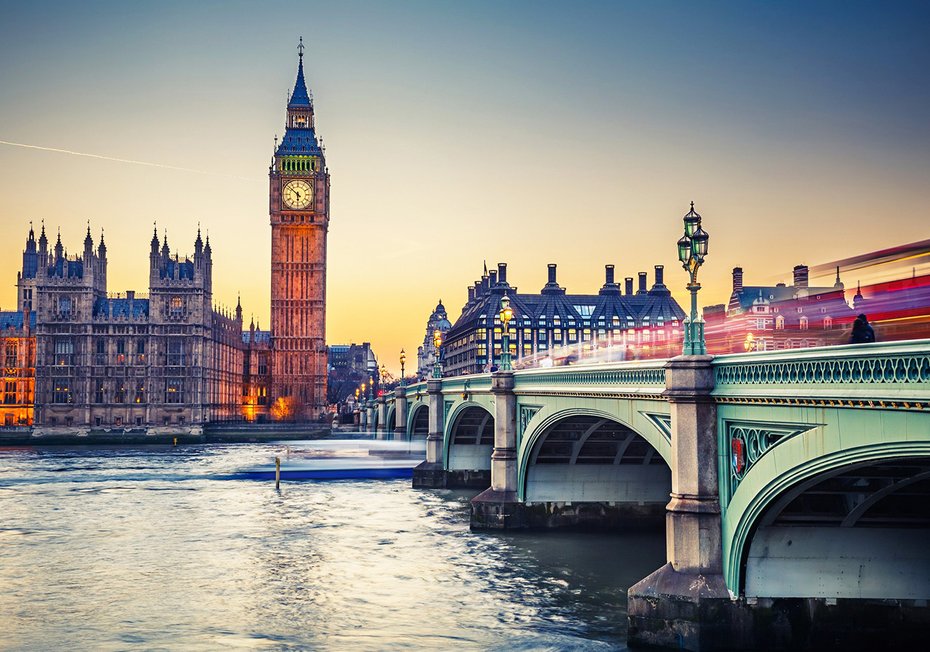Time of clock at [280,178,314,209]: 5:51
